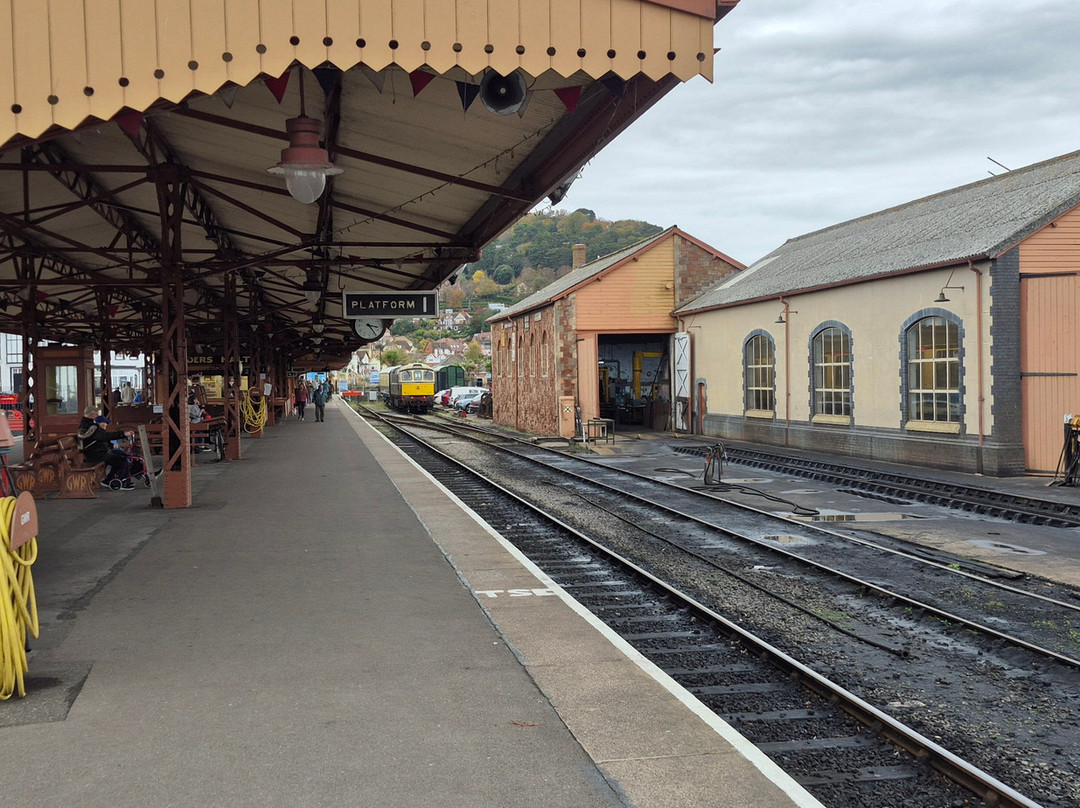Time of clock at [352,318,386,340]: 3:24
